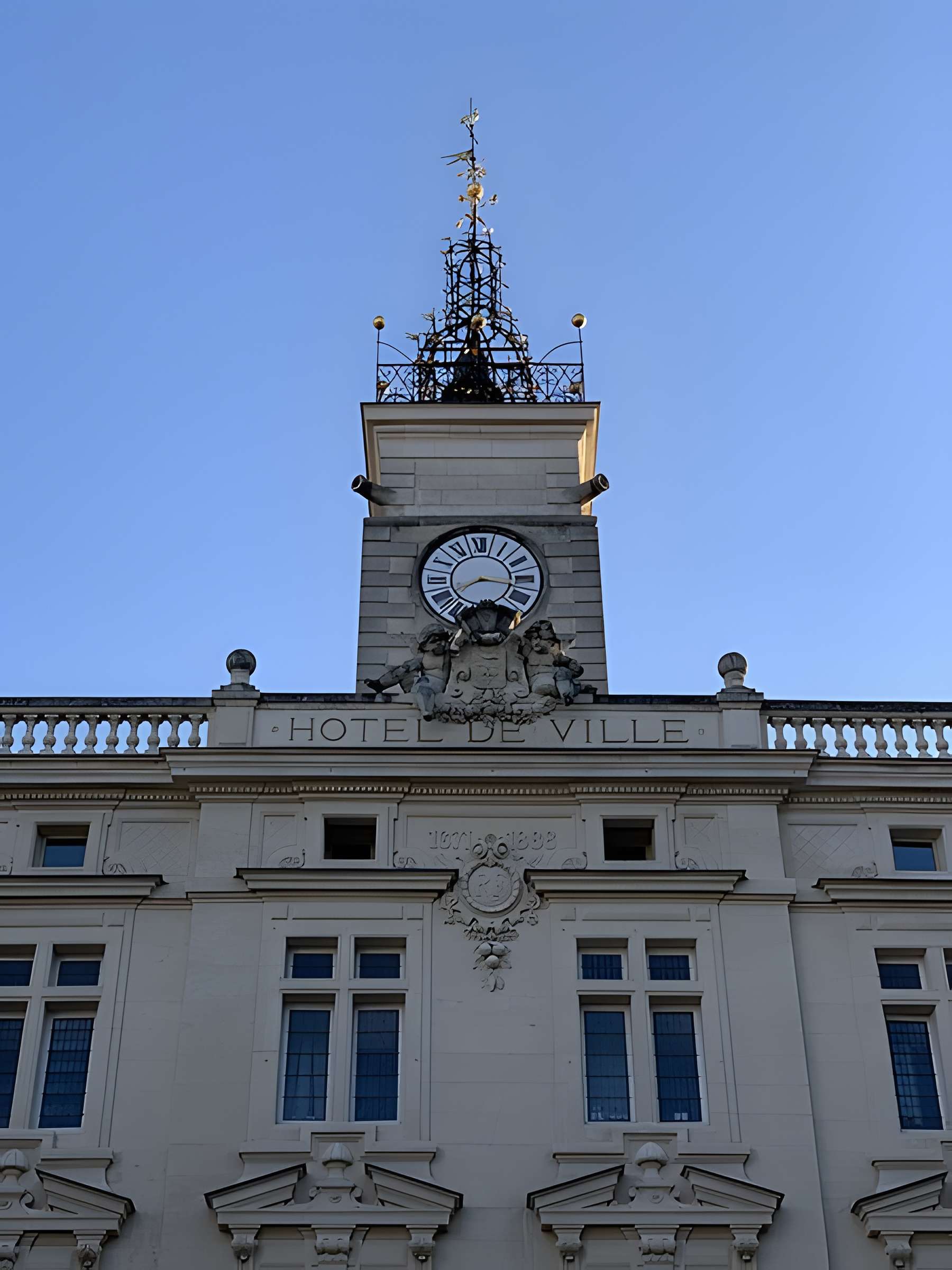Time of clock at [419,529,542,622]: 8:16
